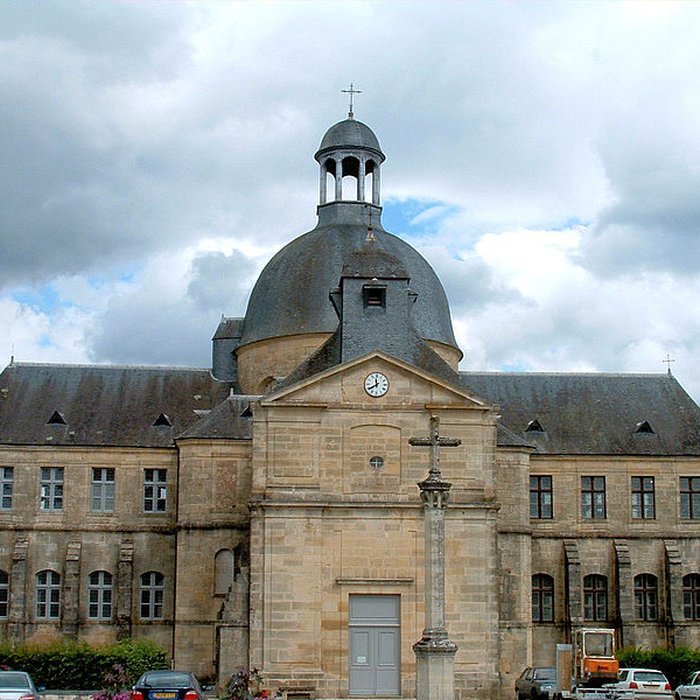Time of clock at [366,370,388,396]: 11:39
